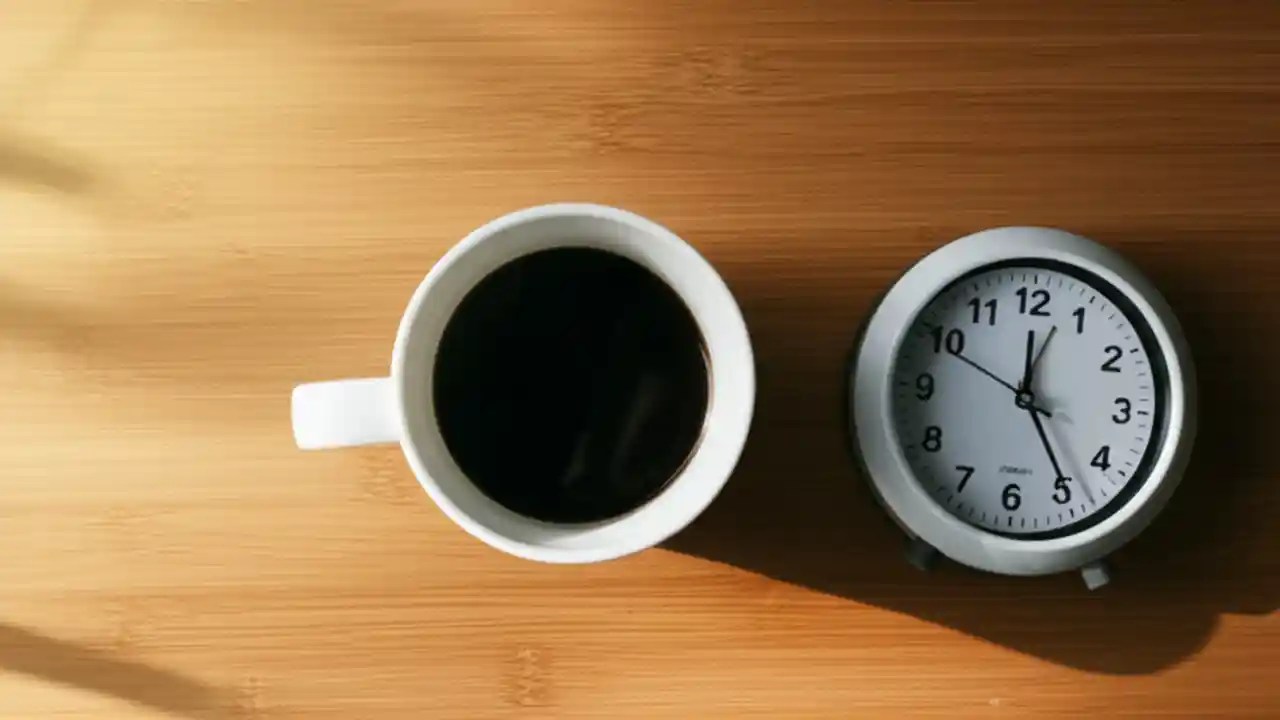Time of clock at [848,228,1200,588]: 12:24
